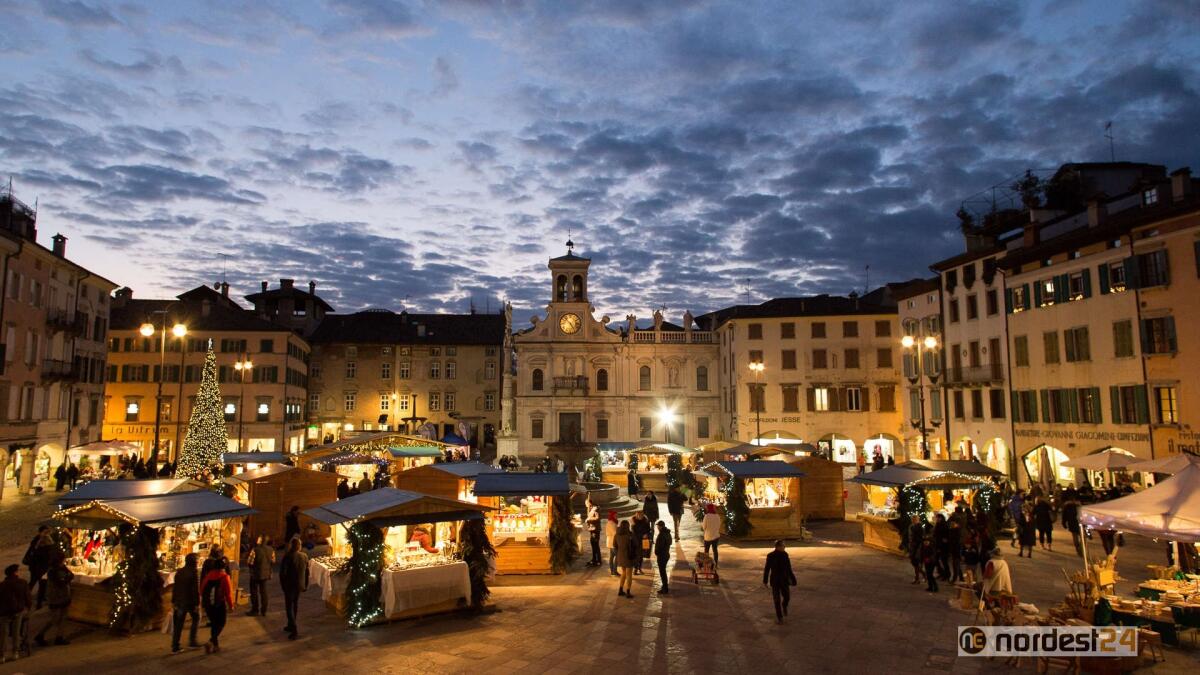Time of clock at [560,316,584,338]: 4:52
